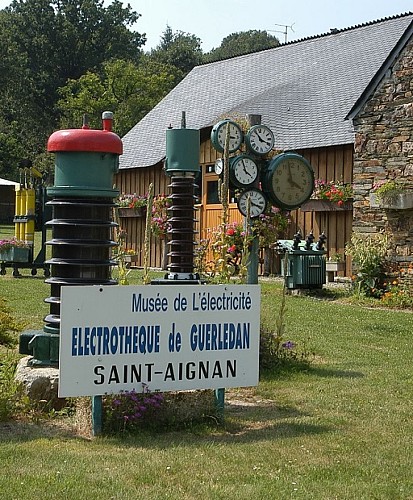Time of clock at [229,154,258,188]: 3:56
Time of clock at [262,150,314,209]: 3:58
